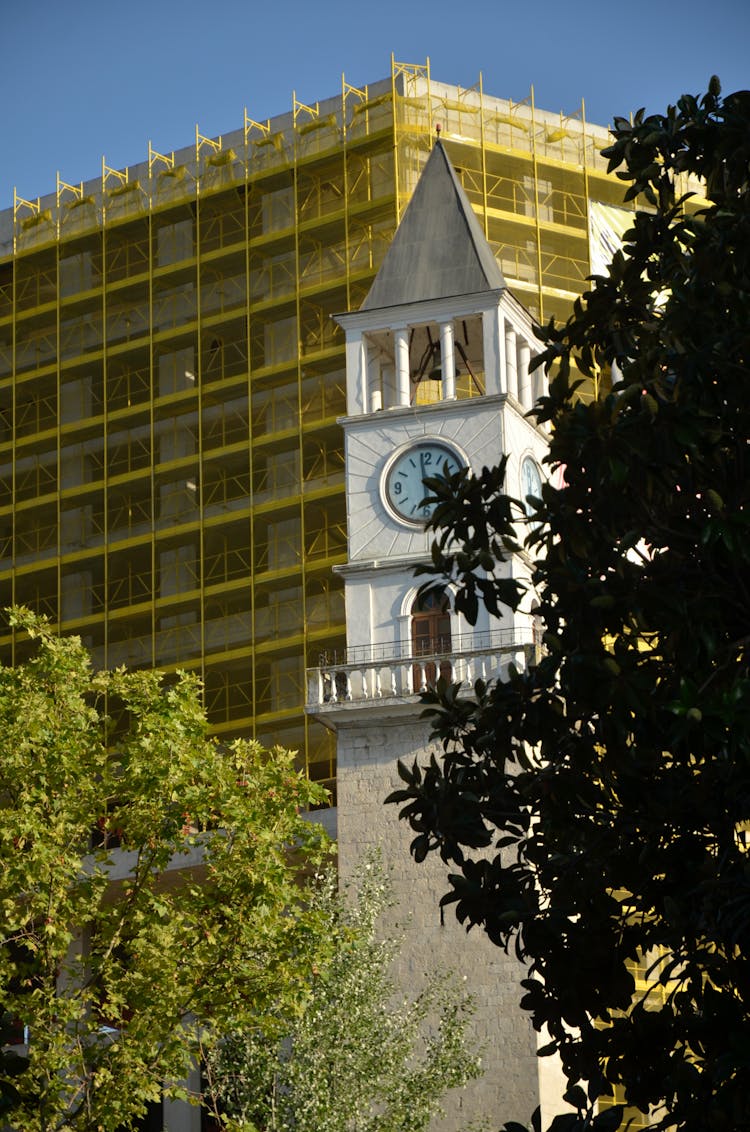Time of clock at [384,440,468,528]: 6:58
